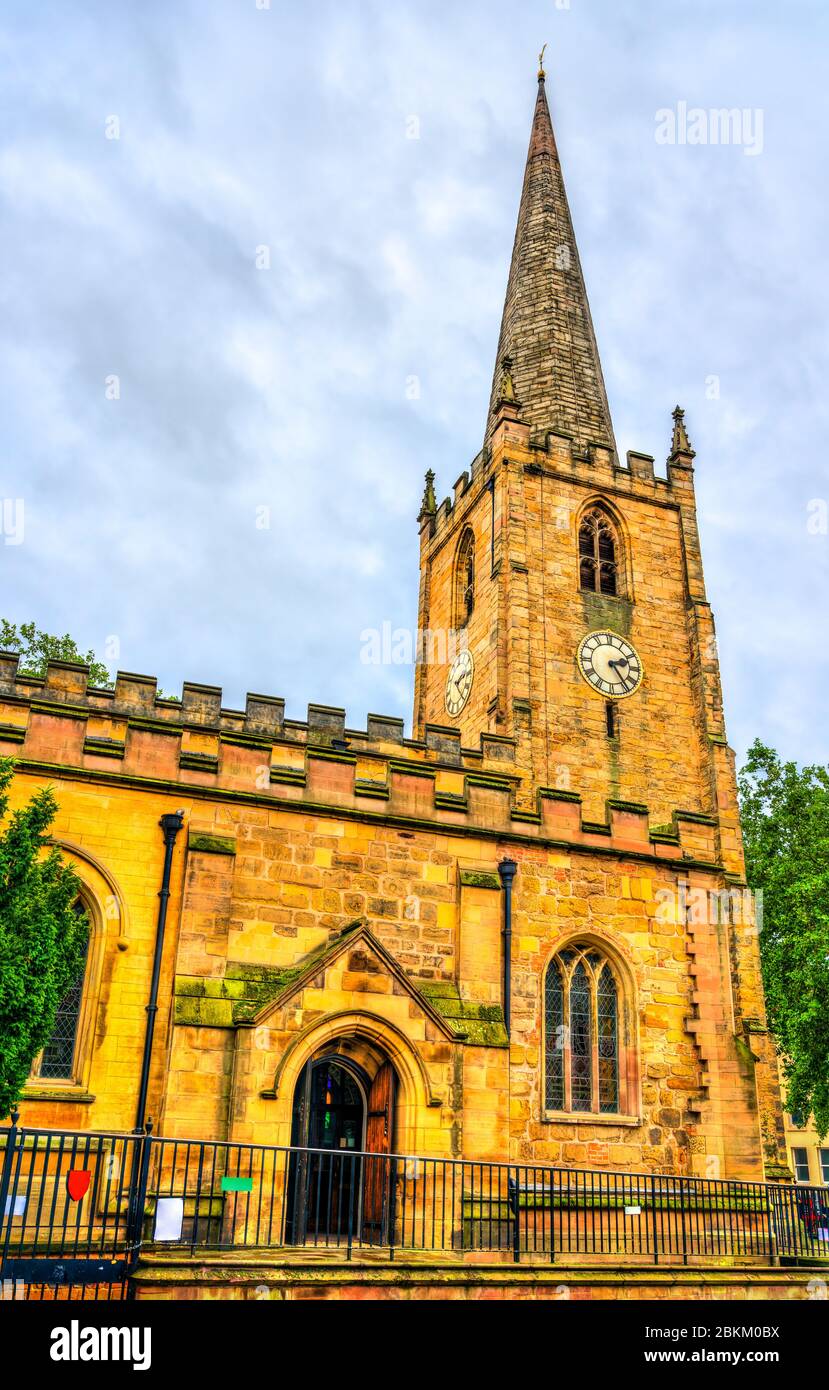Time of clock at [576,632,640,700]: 2:24
